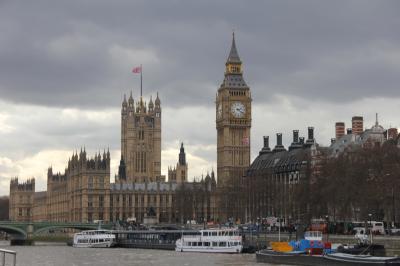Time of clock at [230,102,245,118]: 2:21
